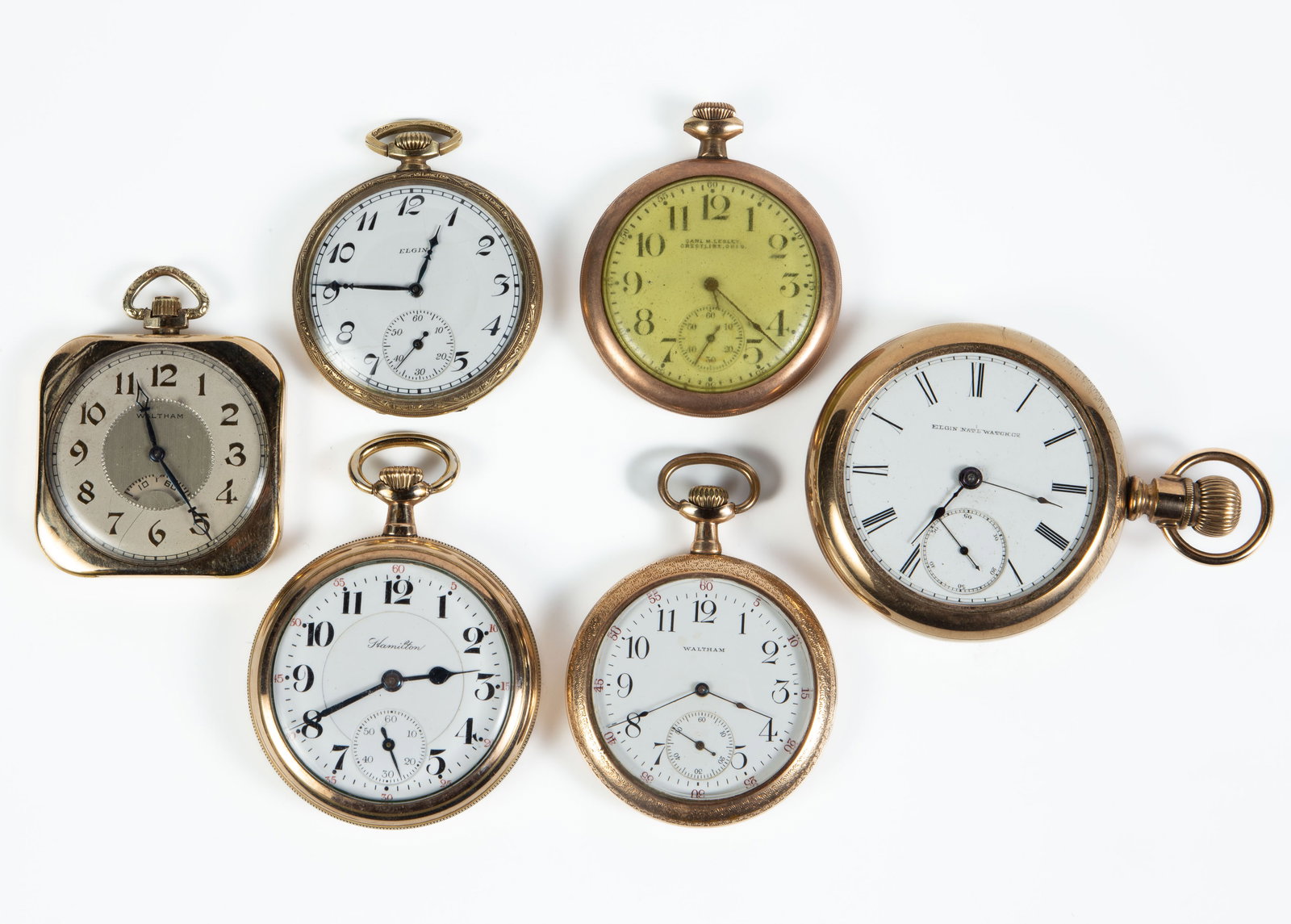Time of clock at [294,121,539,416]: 12:46
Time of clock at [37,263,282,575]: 11:24
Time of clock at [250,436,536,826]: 2:40
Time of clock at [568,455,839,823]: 3:40
